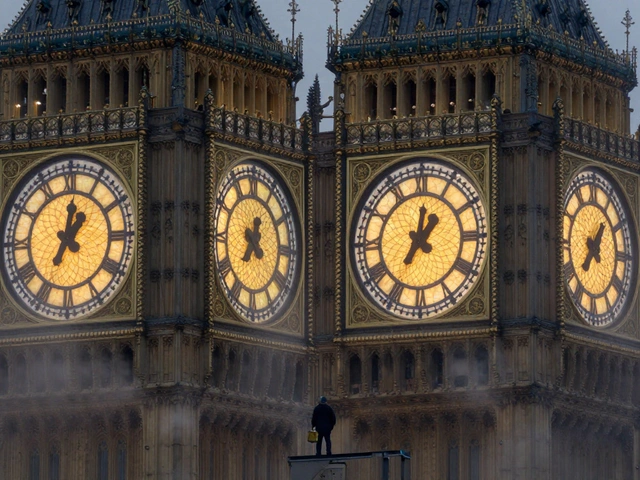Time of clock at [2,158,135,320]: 1:01
